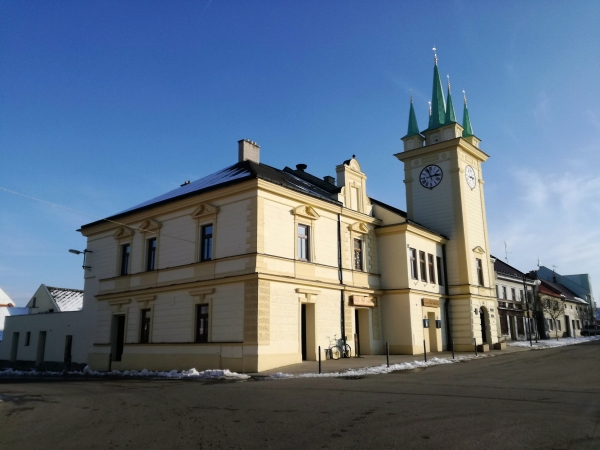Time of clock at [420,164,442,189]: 11:13
